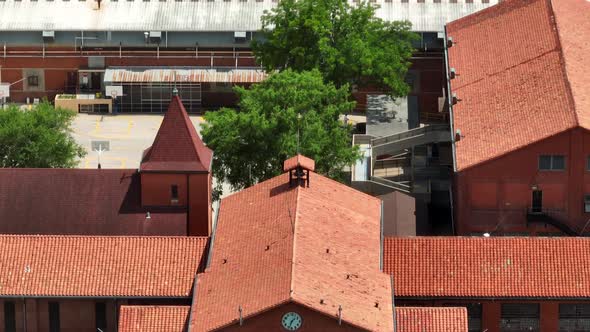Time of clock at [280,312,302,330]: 1:33
